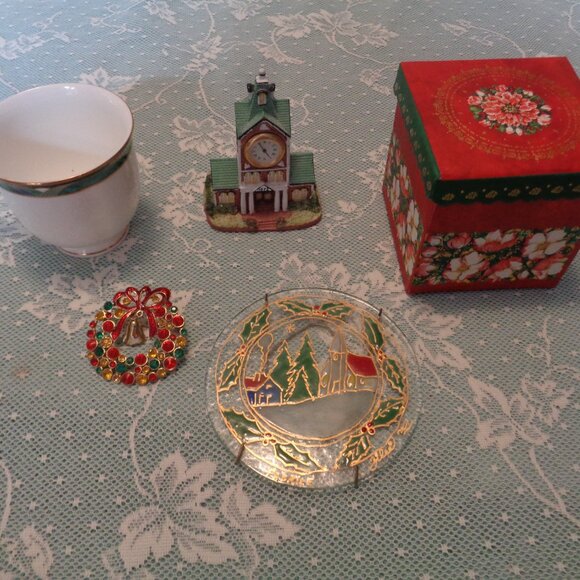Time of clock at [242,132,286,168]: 4:55
